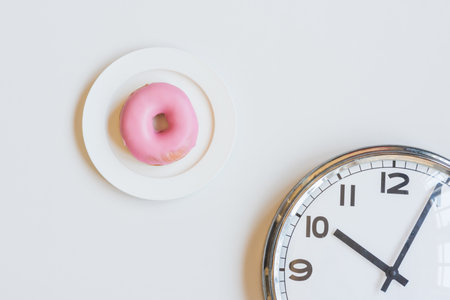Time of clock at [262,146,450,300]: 10:05
